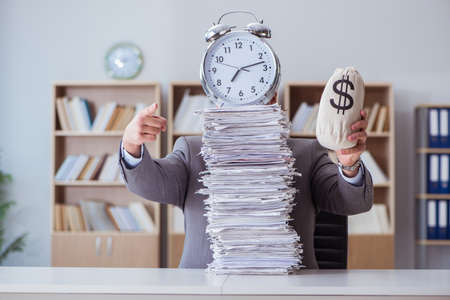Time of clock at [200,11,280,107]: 7:12
